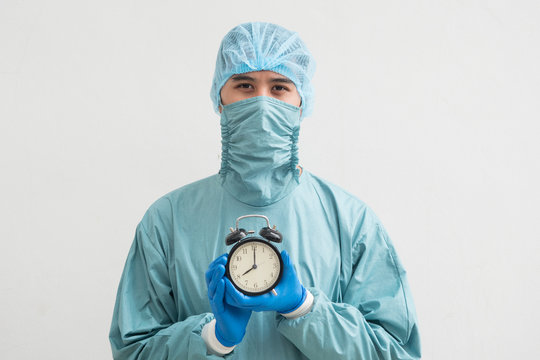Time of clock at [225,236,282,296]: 8:00
